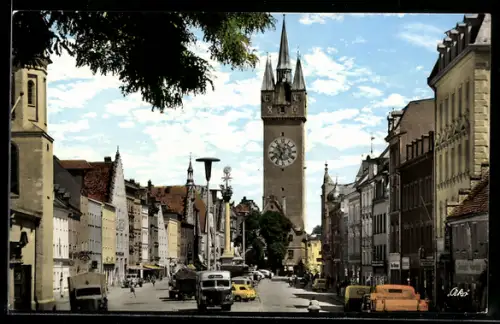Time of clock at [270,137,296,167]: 10:34
